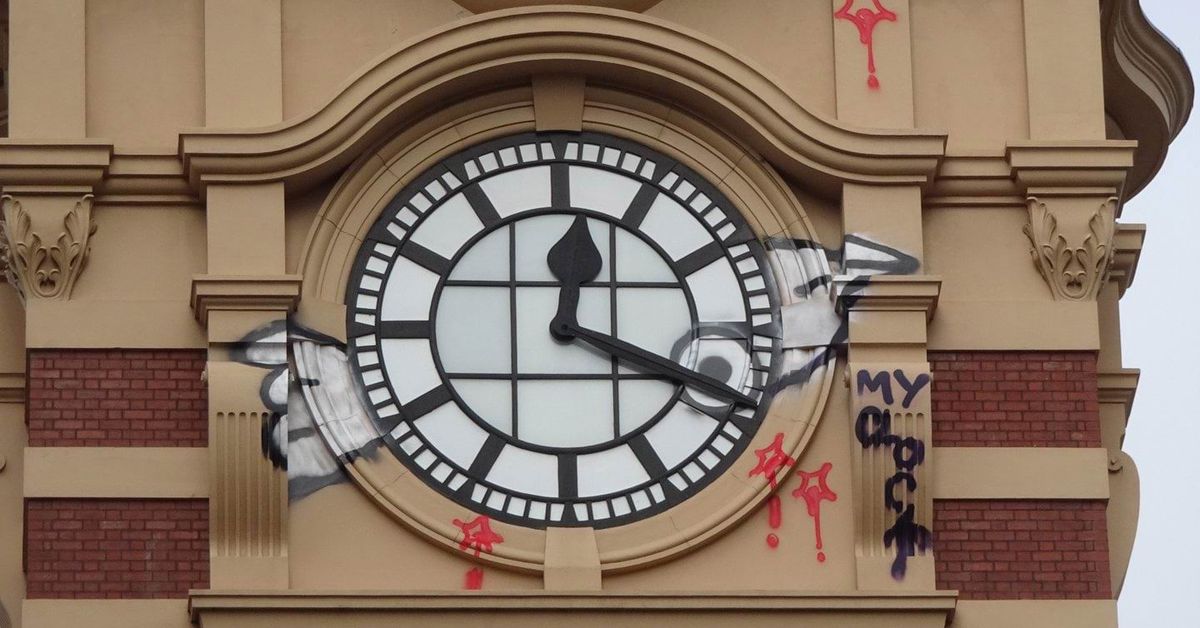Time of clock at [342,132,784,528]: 12:18
